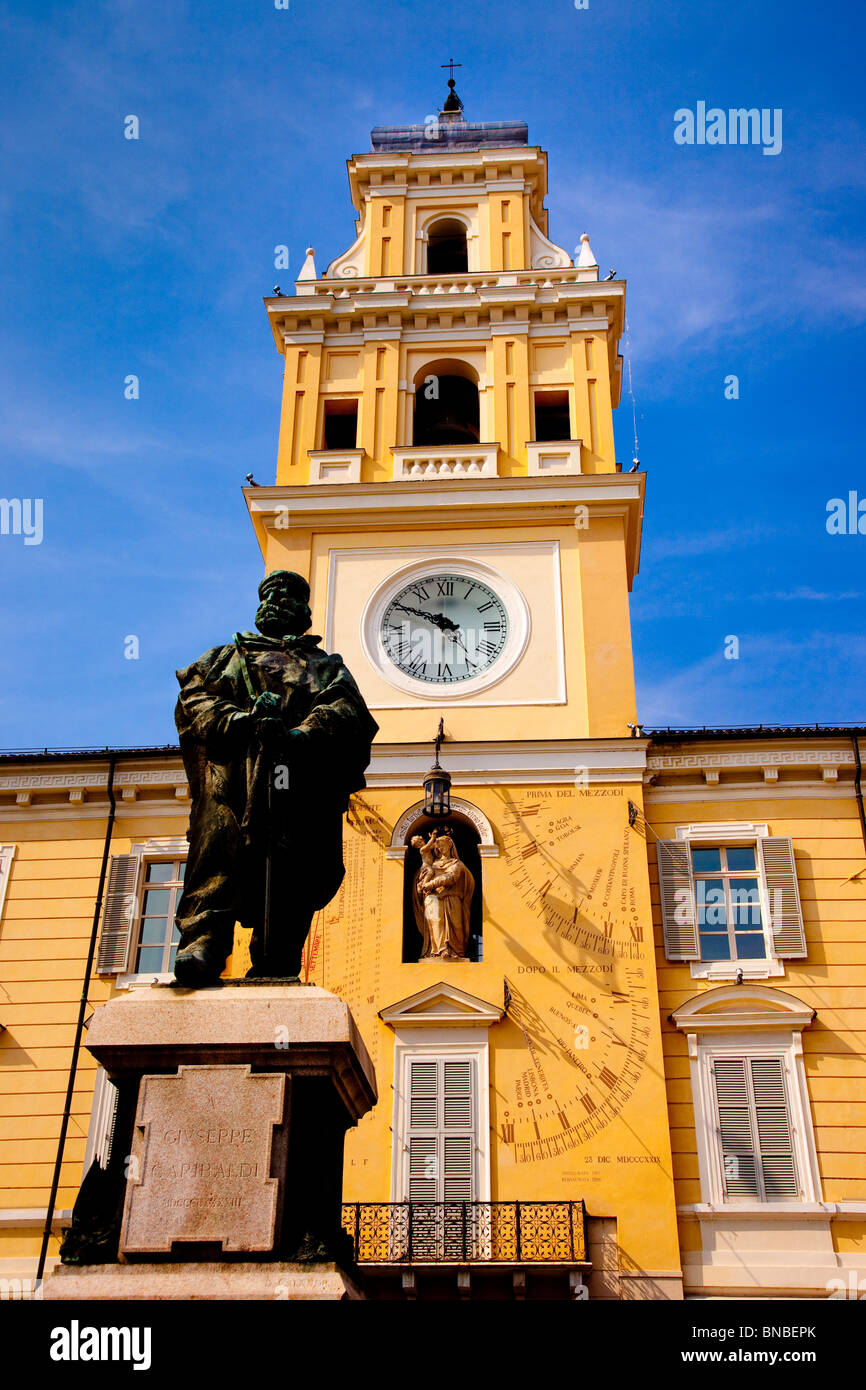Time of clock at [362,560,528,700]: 9:49
